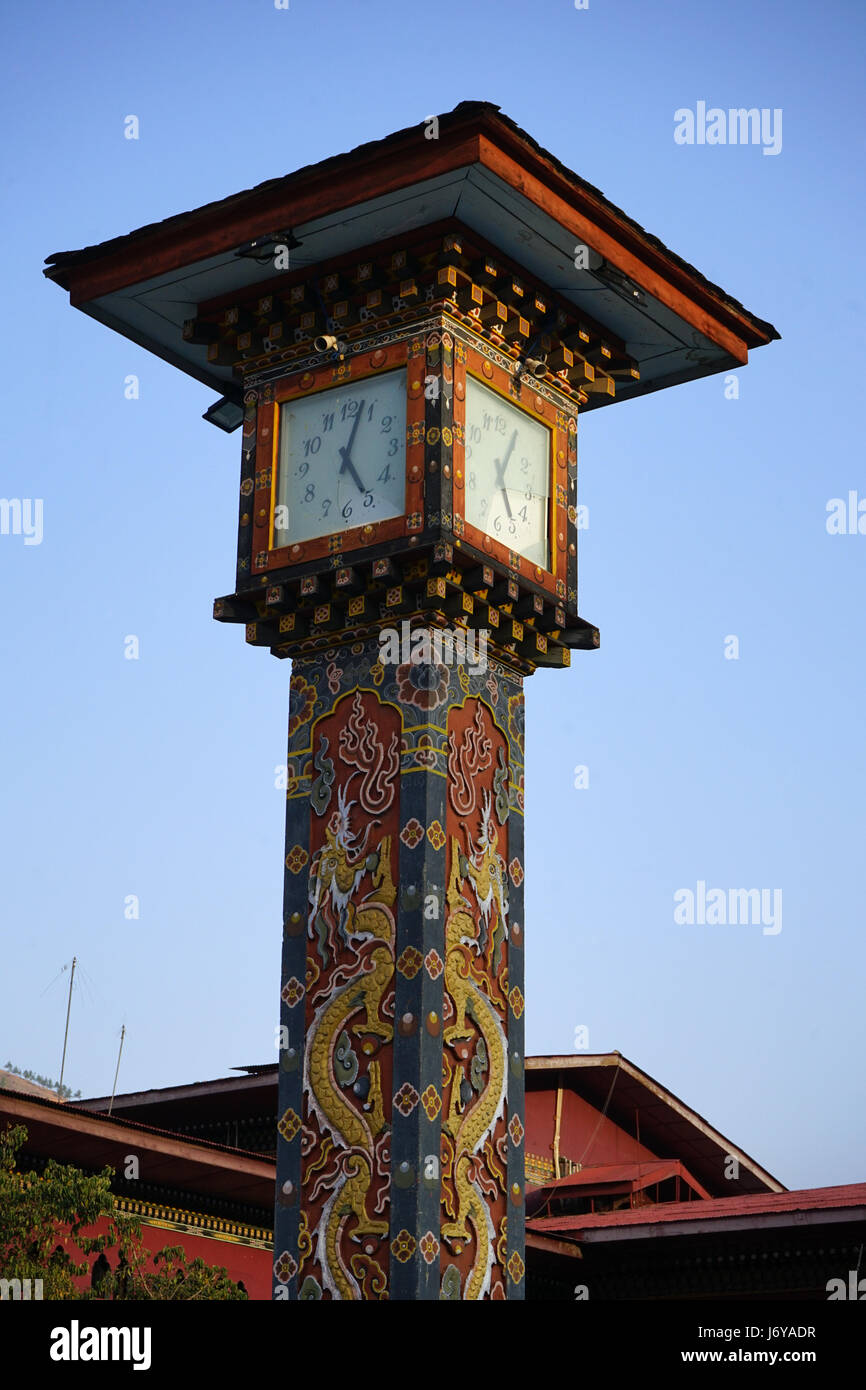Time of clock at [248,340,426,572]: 5:03
